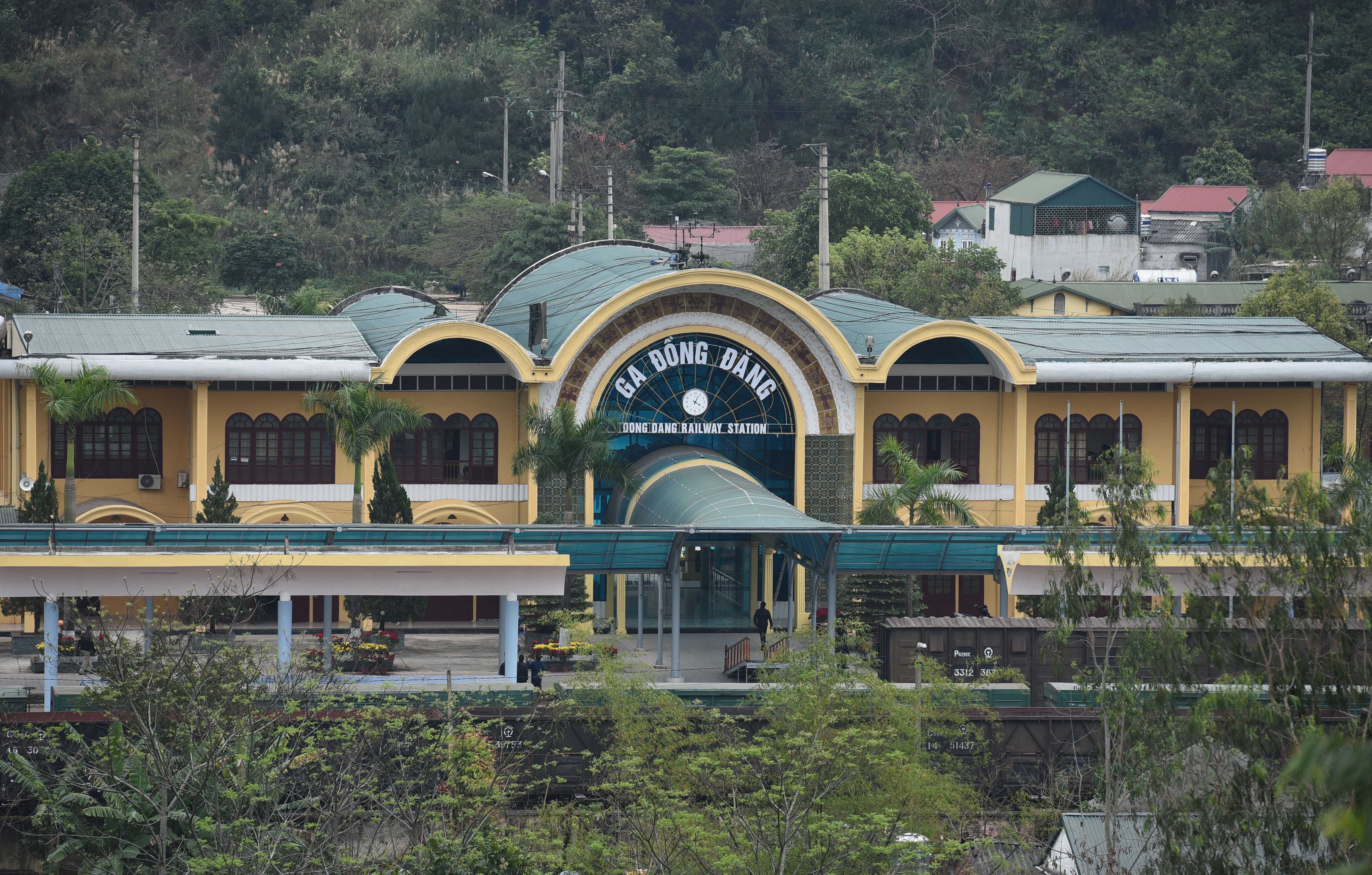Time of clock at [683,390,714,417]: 4:04
